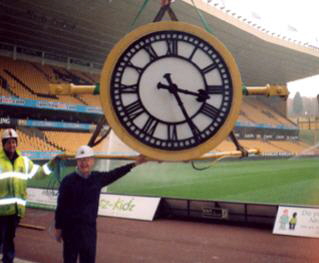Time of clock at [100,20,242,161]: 3:25
